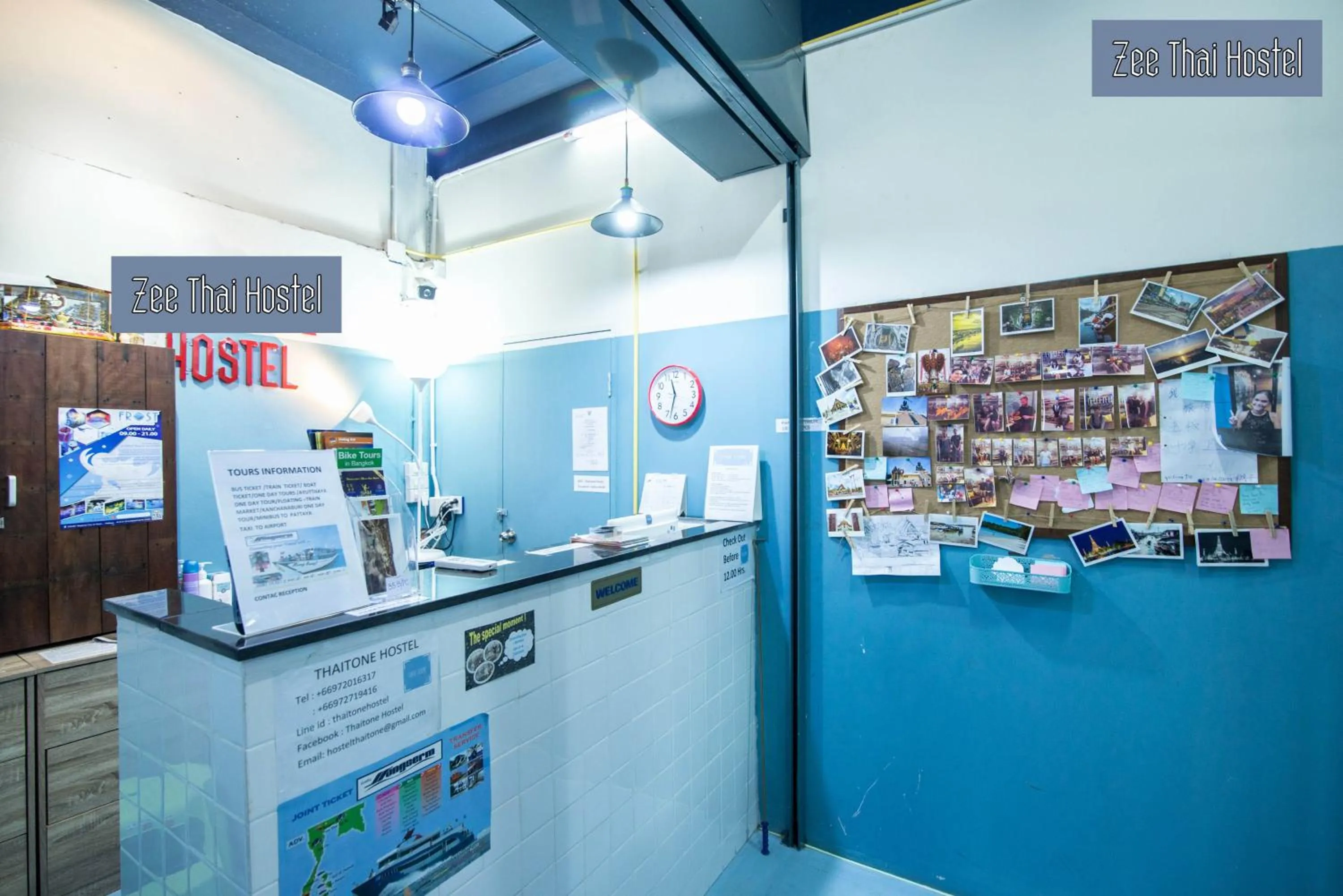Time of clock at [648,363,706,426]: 11:32
